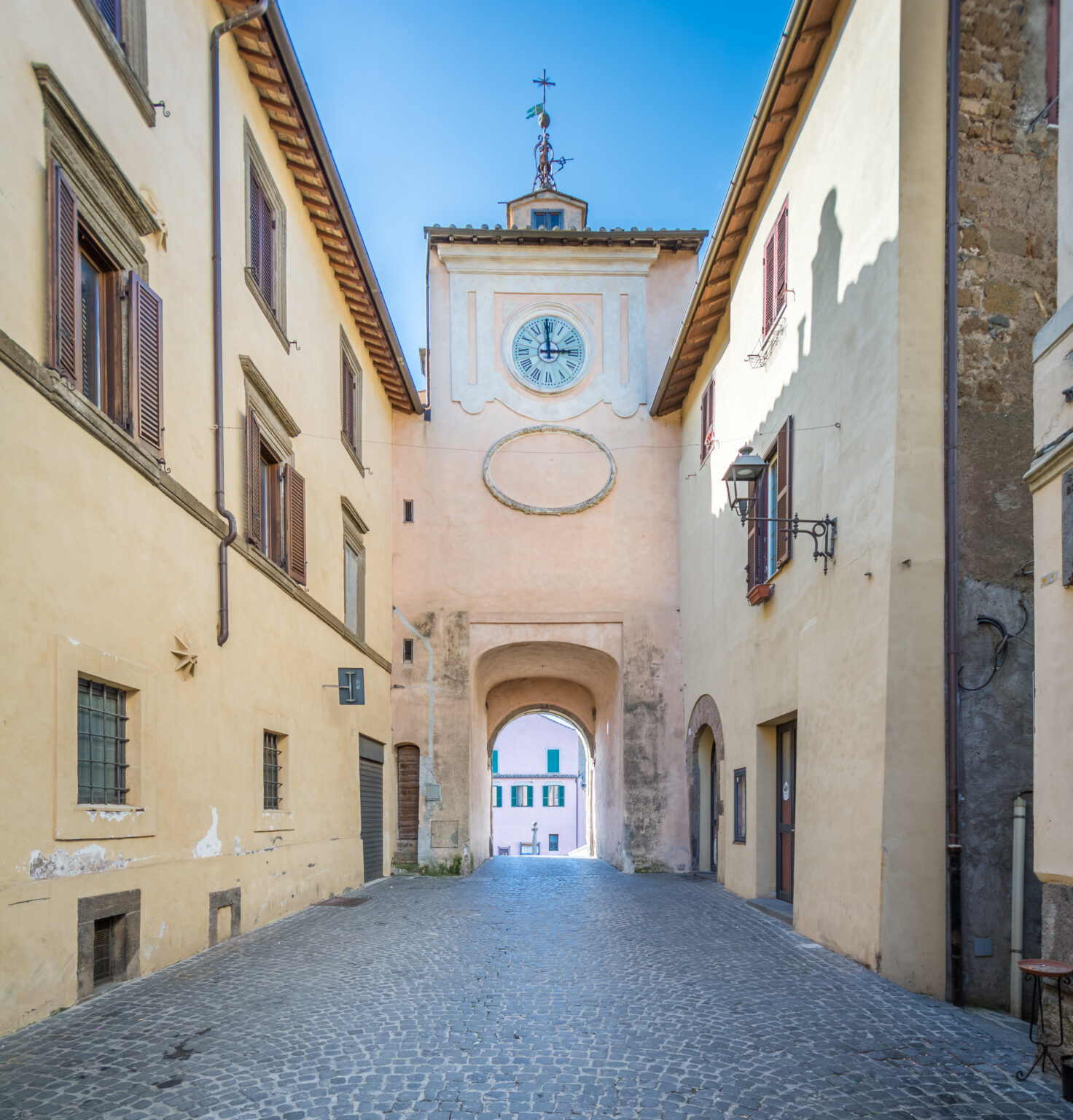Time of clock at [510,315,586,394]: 2:59
